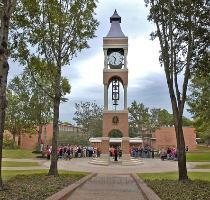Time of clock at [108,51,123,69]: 10:32
